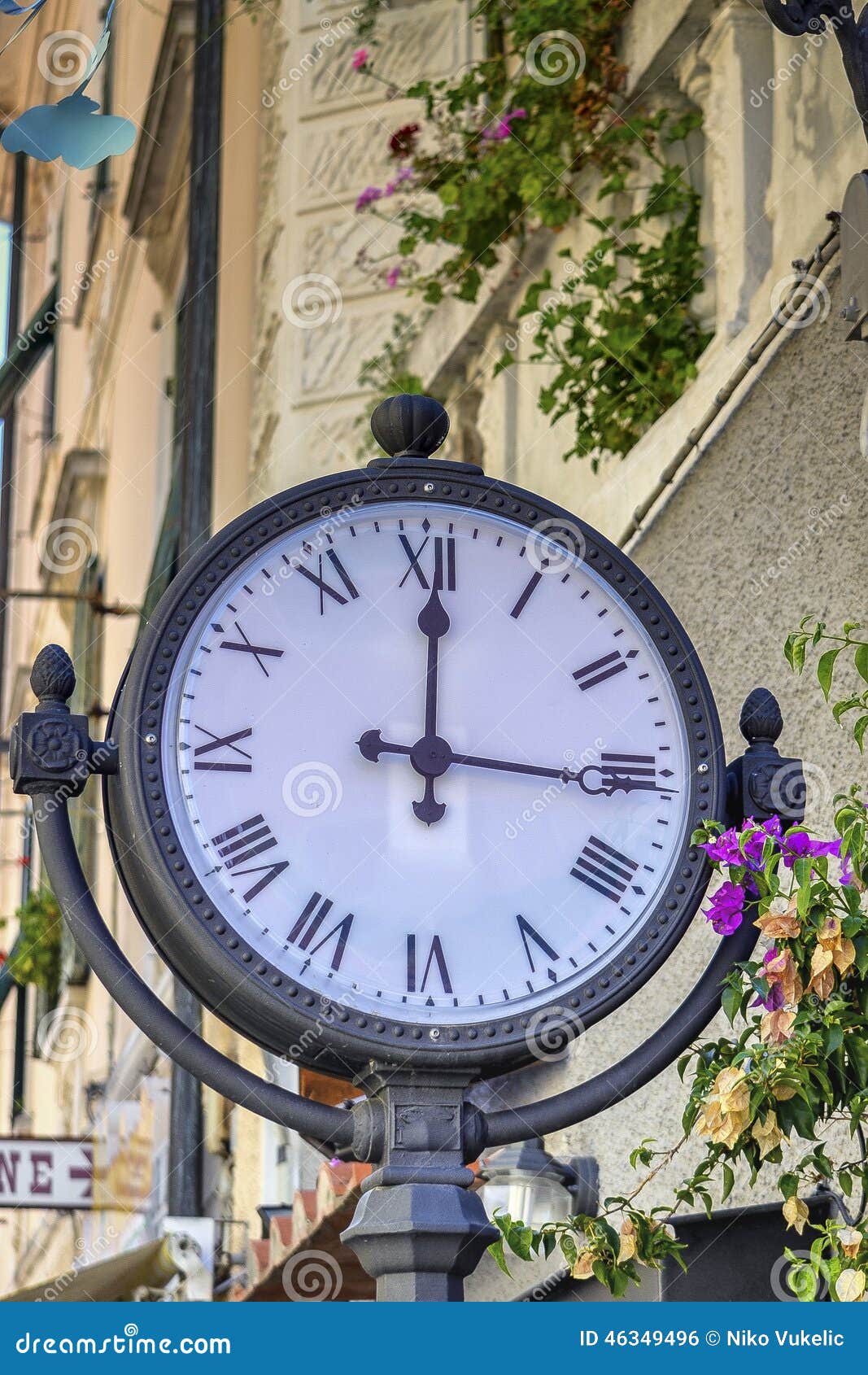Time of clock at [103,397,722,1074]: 3:00
